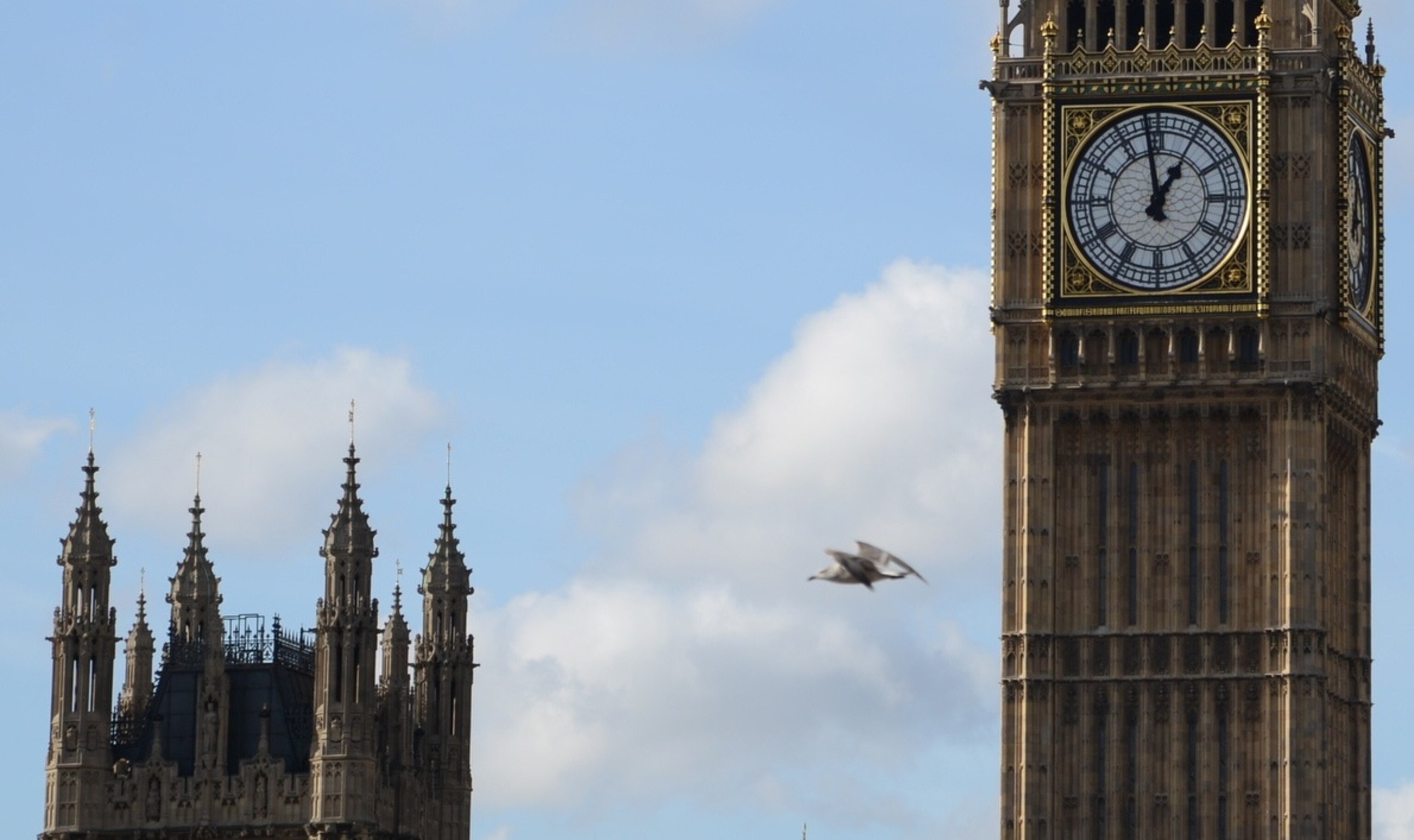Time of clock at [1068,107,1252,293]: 12:58
